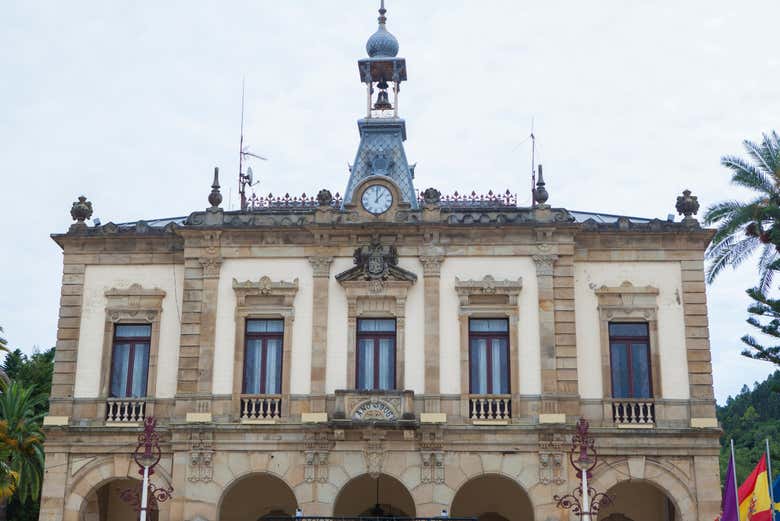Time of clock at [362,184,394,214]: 12:58
